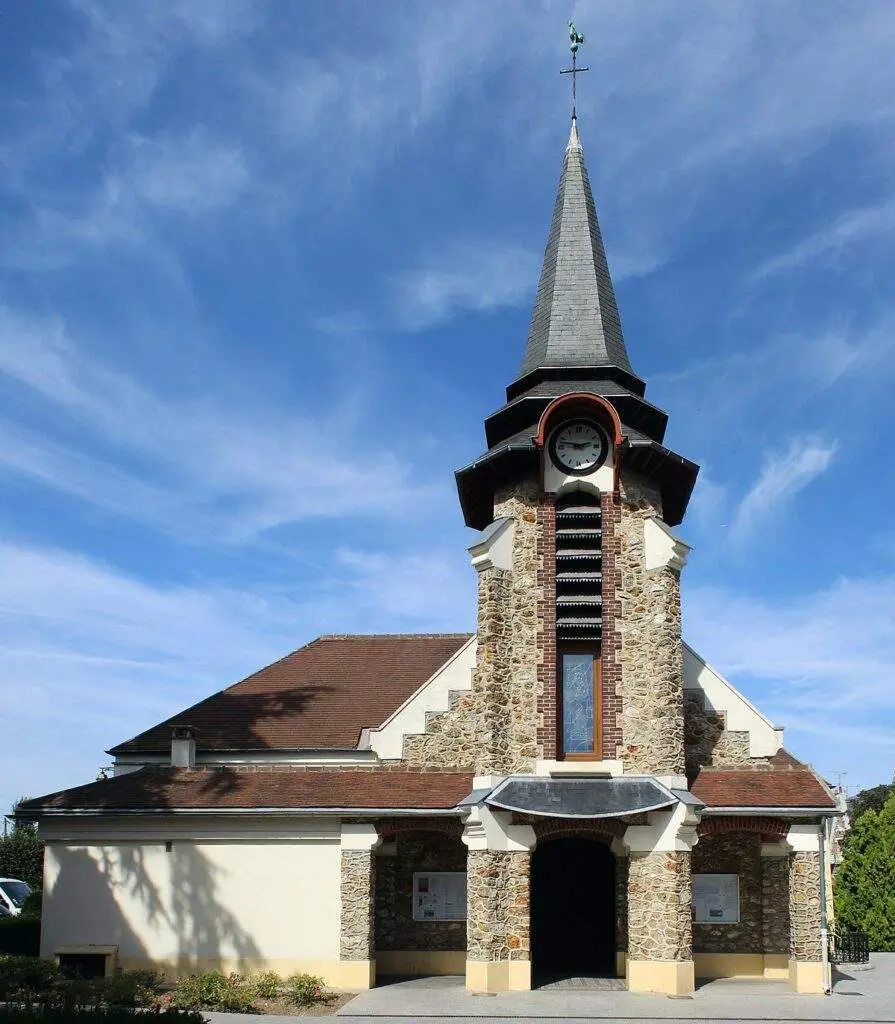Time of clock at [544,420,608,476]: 2:47
